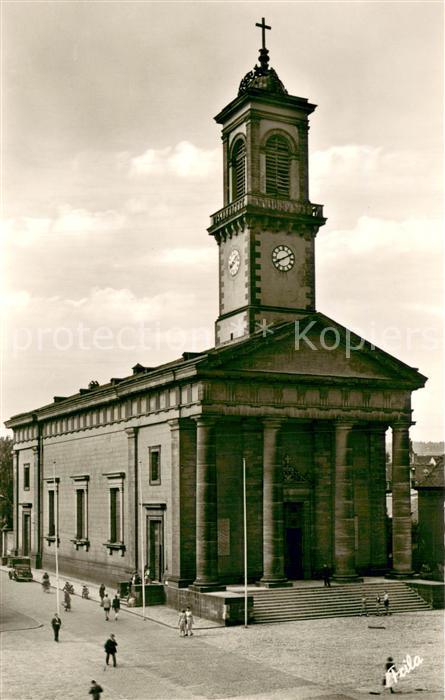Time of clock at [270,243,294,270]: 8:10
